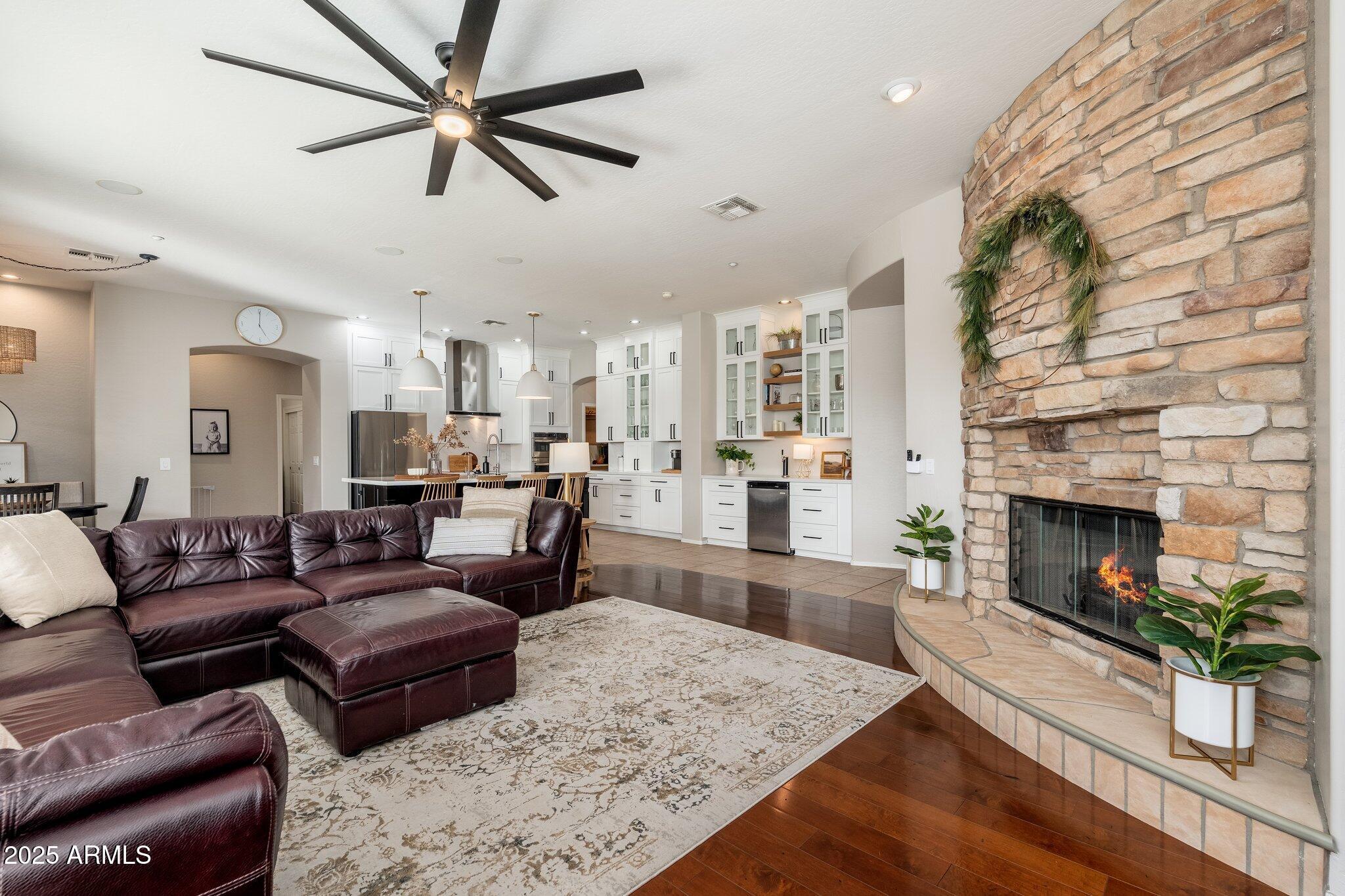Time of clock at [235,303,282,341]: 5:00
